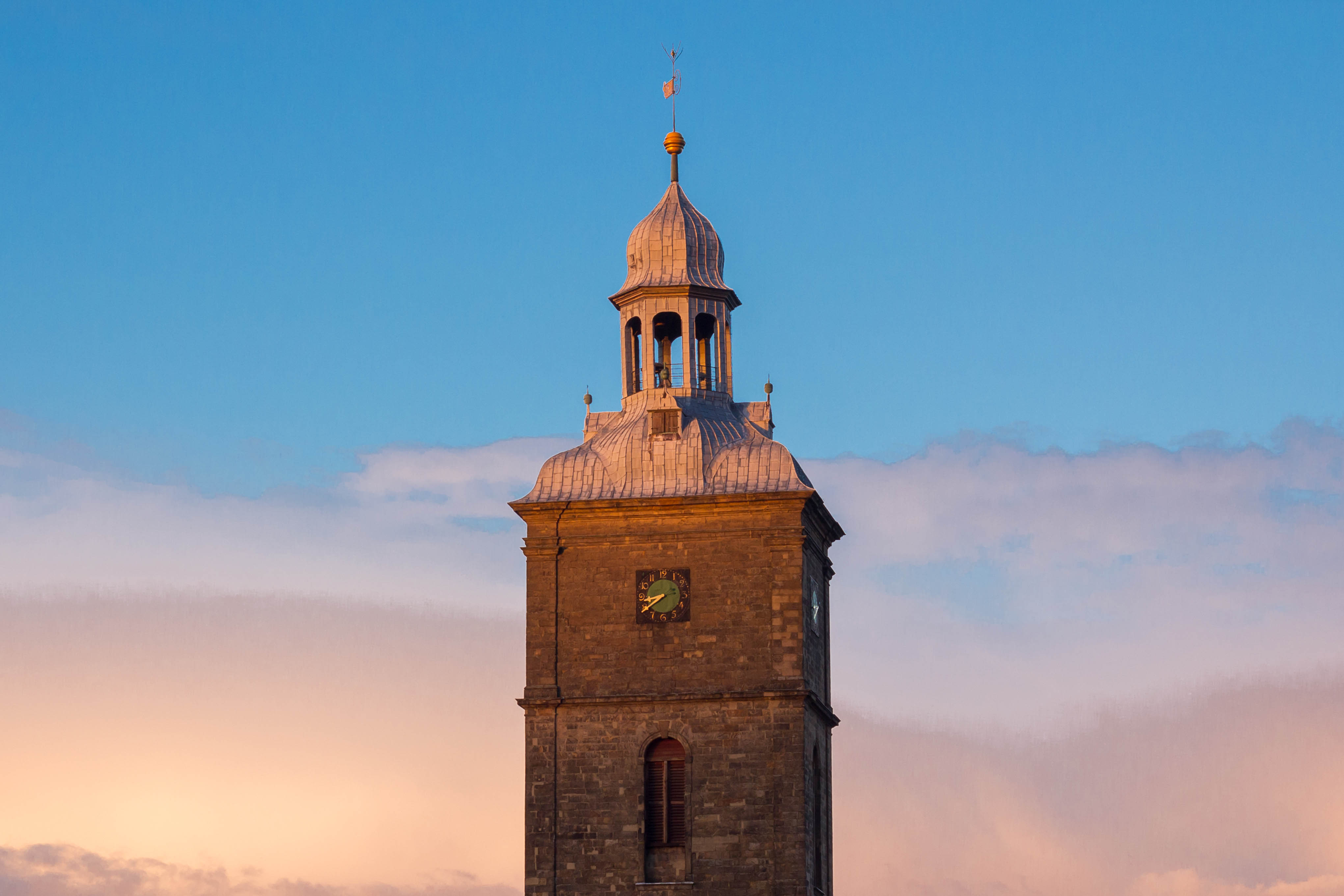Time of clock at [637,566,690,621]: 8:39
